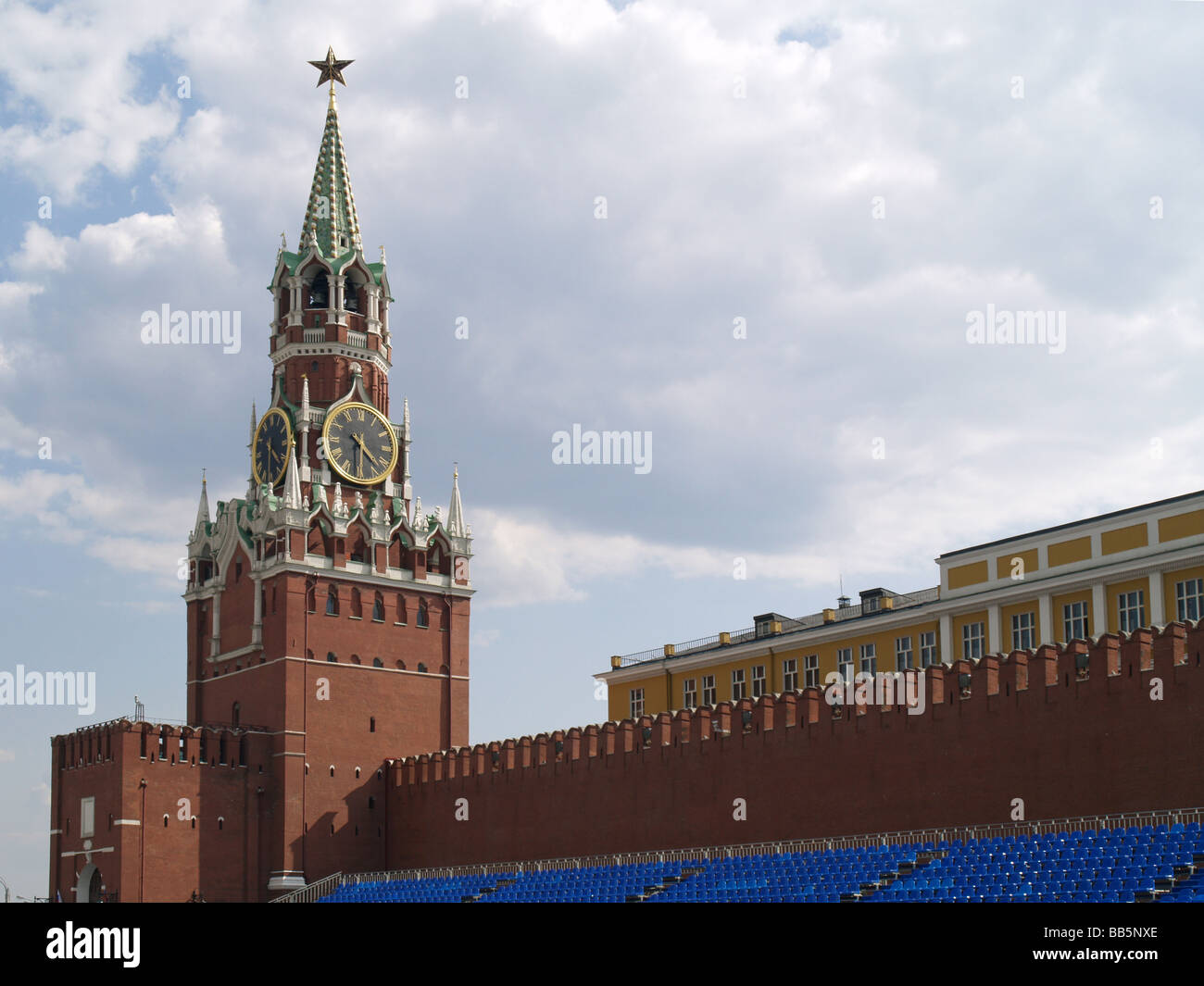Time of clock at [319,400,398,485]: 4:31
